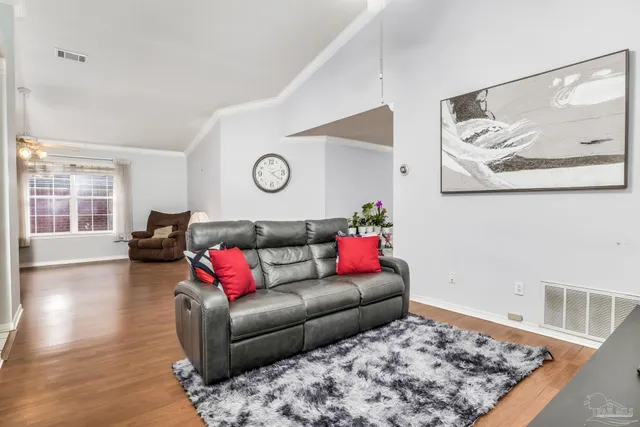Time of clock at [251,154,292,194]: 4:12
